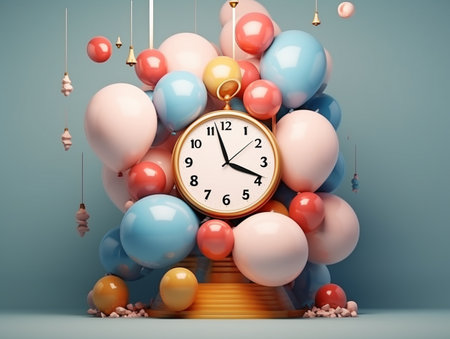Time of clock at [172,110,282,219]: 3:57
